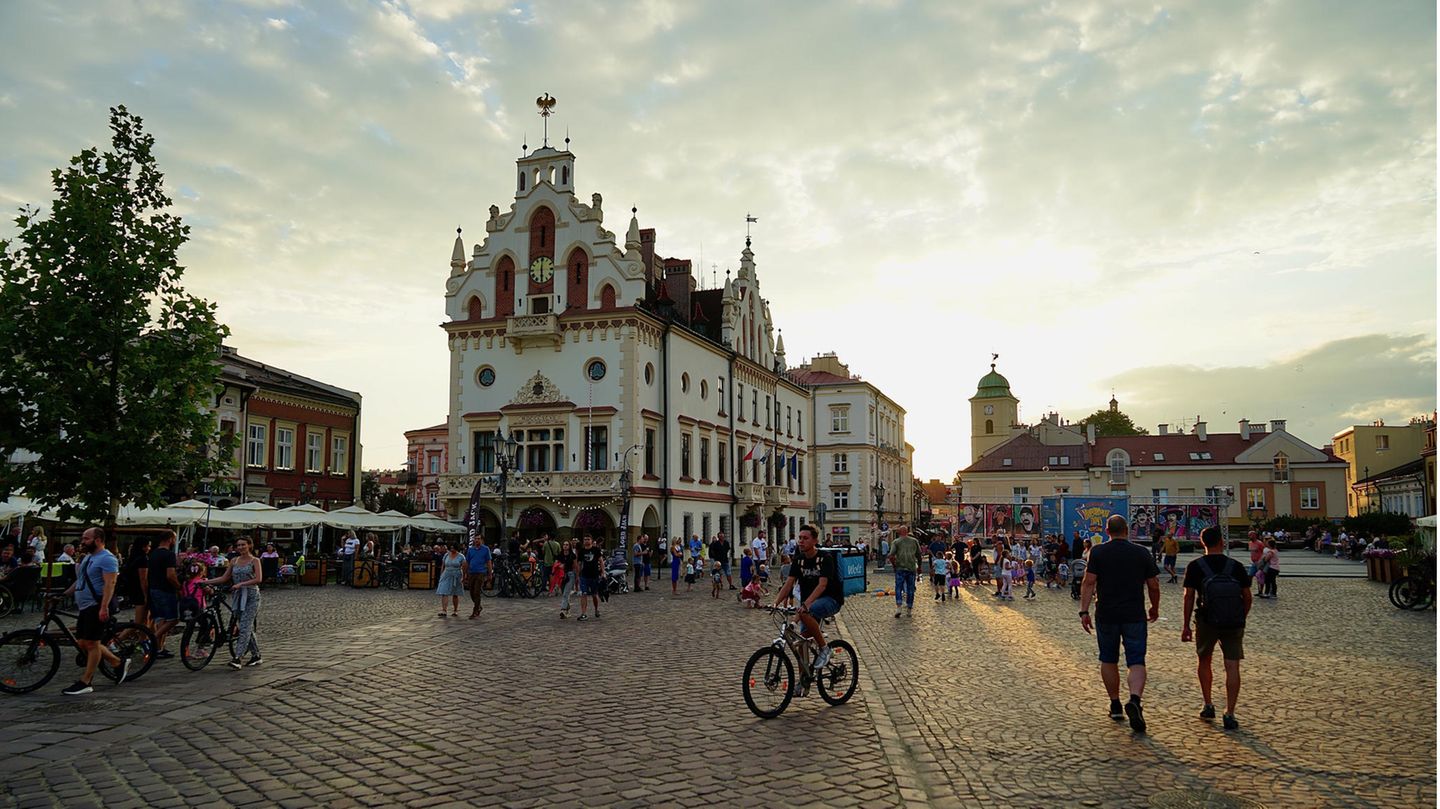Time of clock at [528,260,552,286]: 6:00
